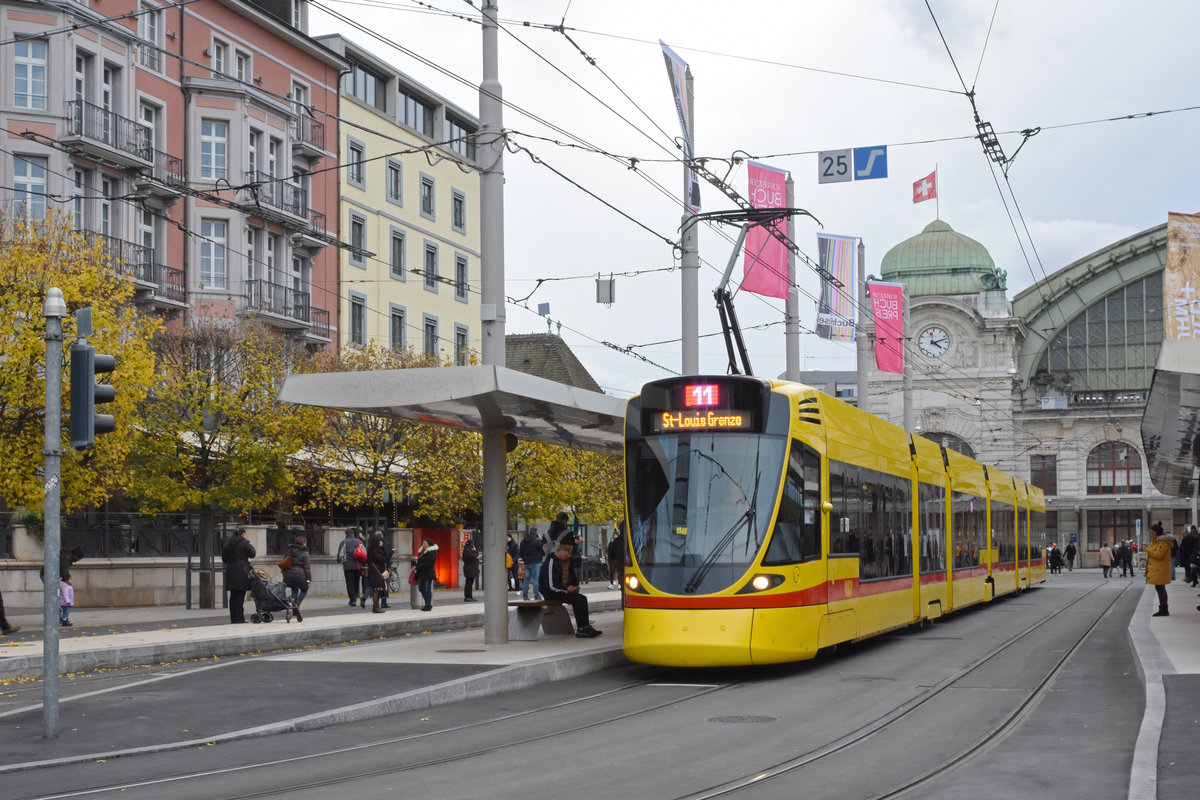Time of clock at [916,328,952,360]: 4:11
